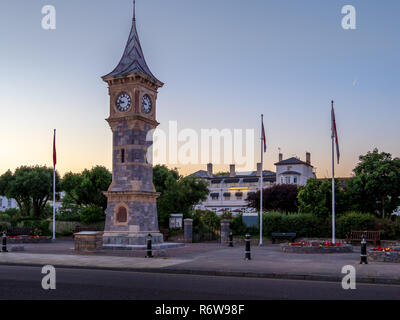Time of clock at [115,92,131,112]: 9:43
